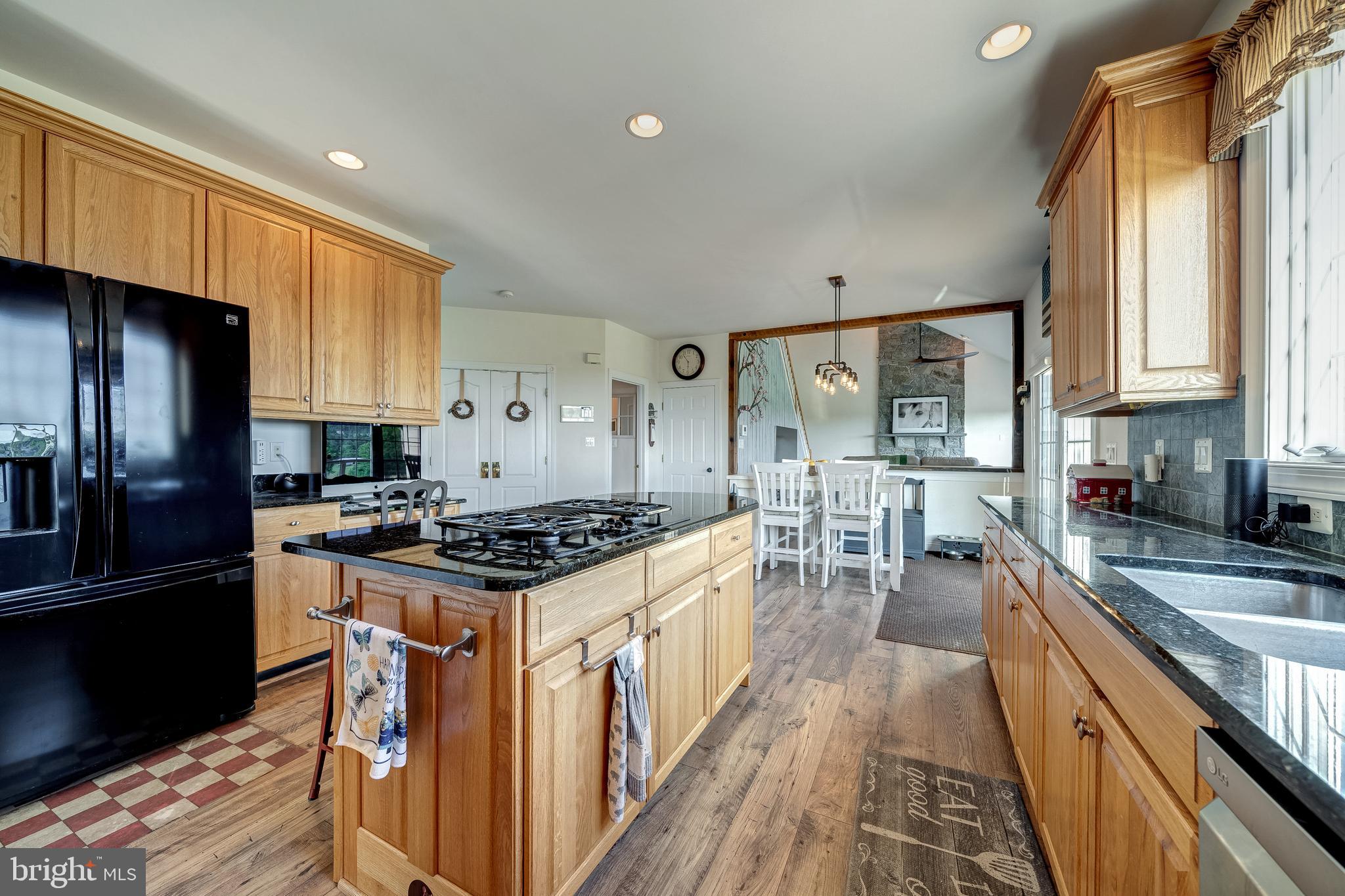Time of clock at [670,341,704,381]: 5:53
